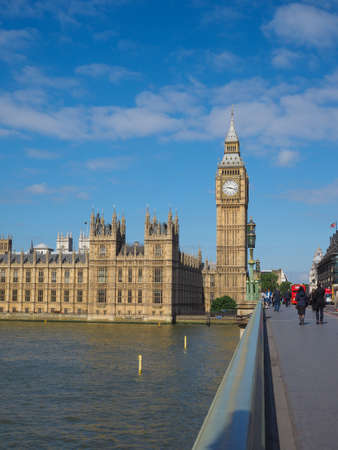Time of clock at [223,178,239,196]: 9:17
